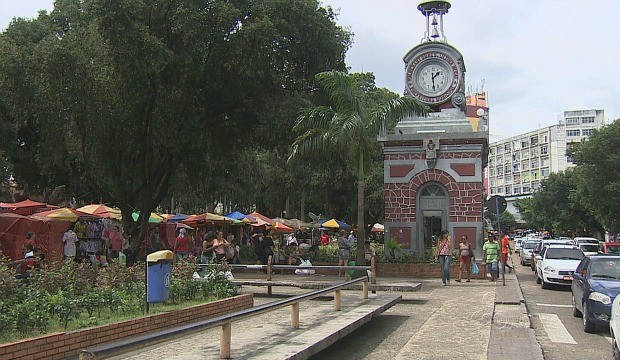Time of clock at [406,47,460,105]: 1:28
